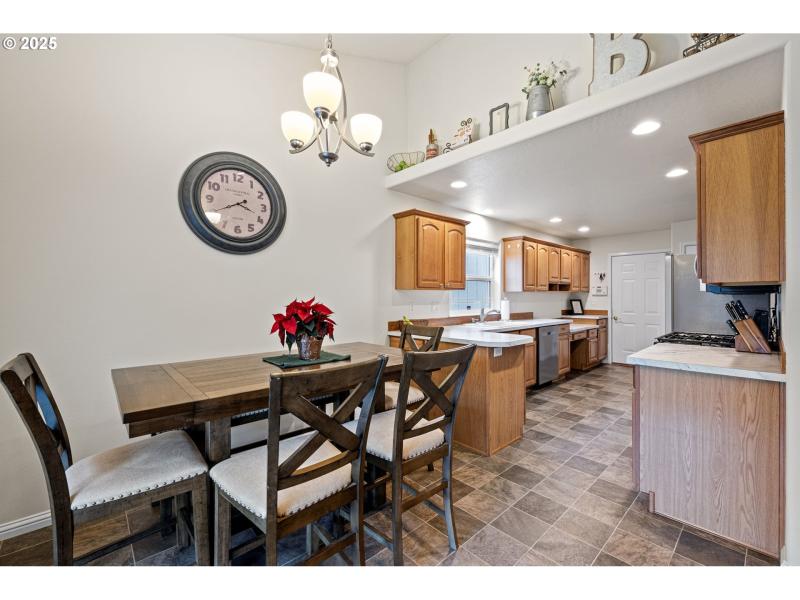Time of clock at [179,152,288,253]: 3:40
